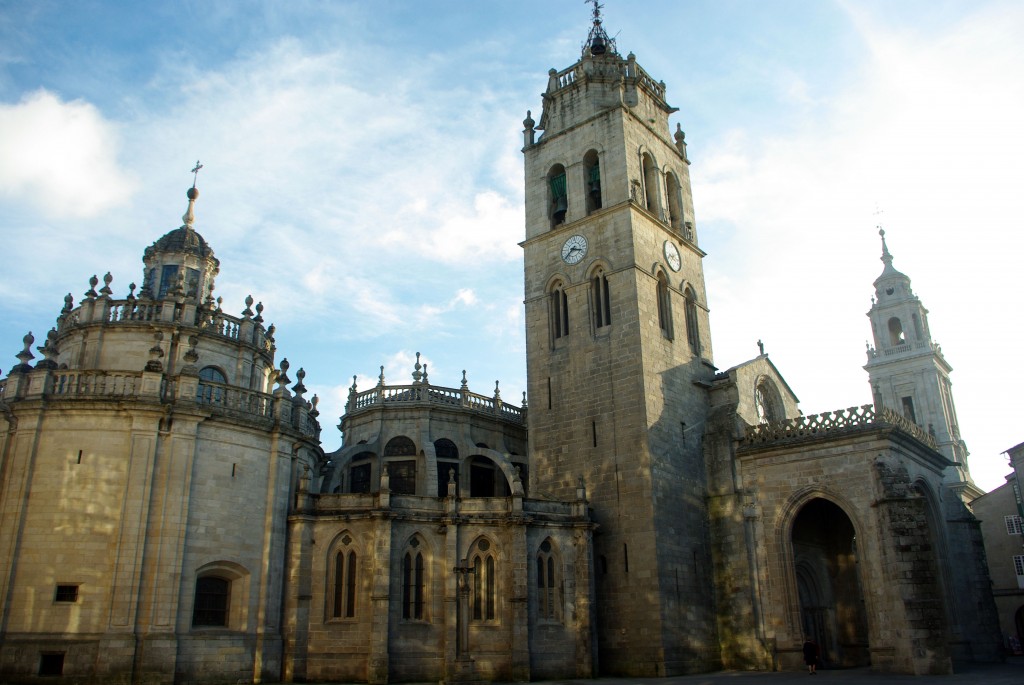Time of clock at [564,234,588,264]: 3:37
